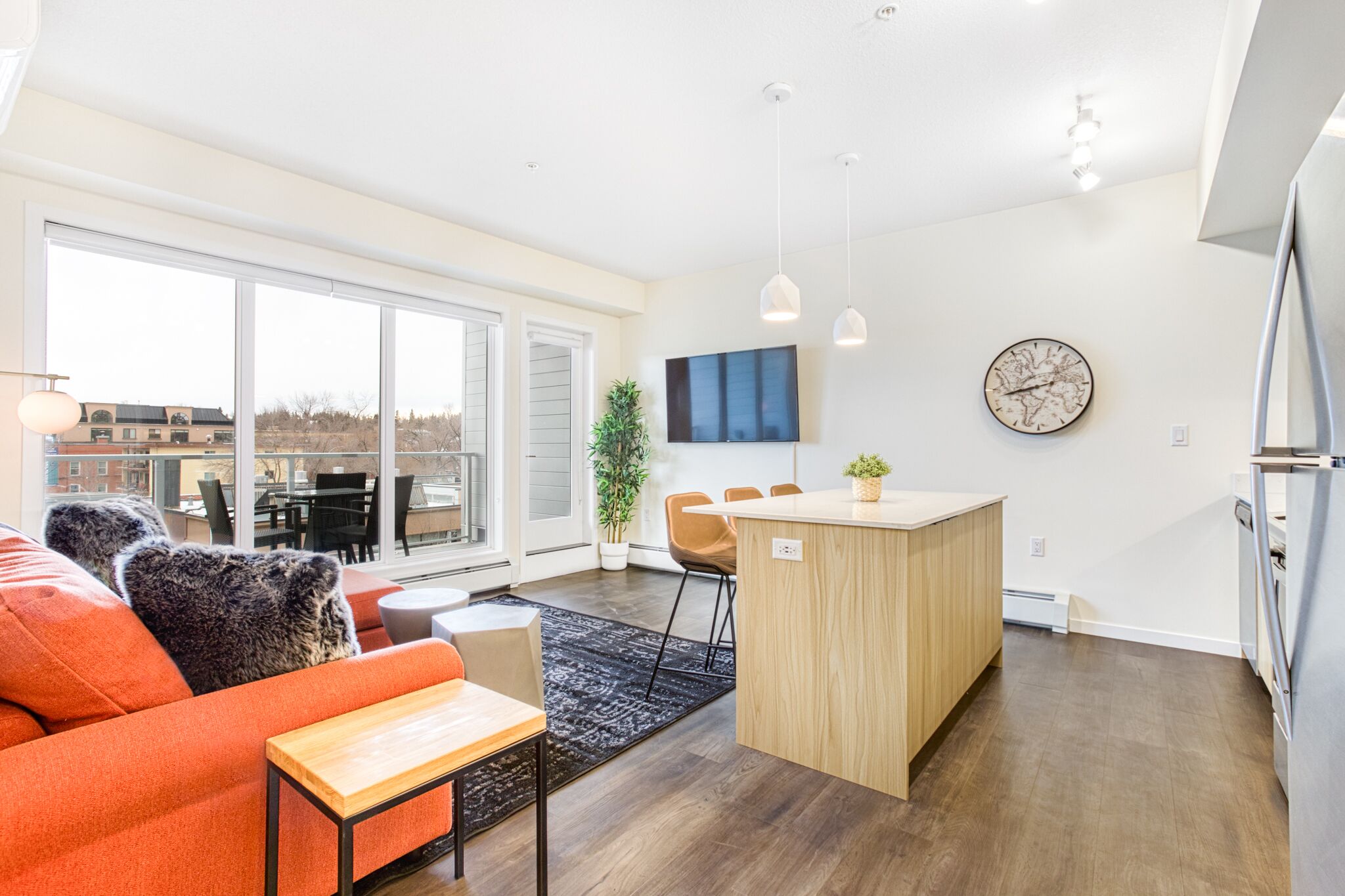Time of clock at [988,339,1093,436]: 8:43
